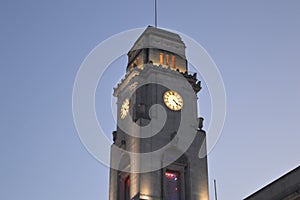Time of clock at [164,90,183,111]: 4:21
